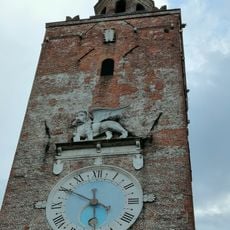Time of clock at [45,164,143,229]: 5:49
